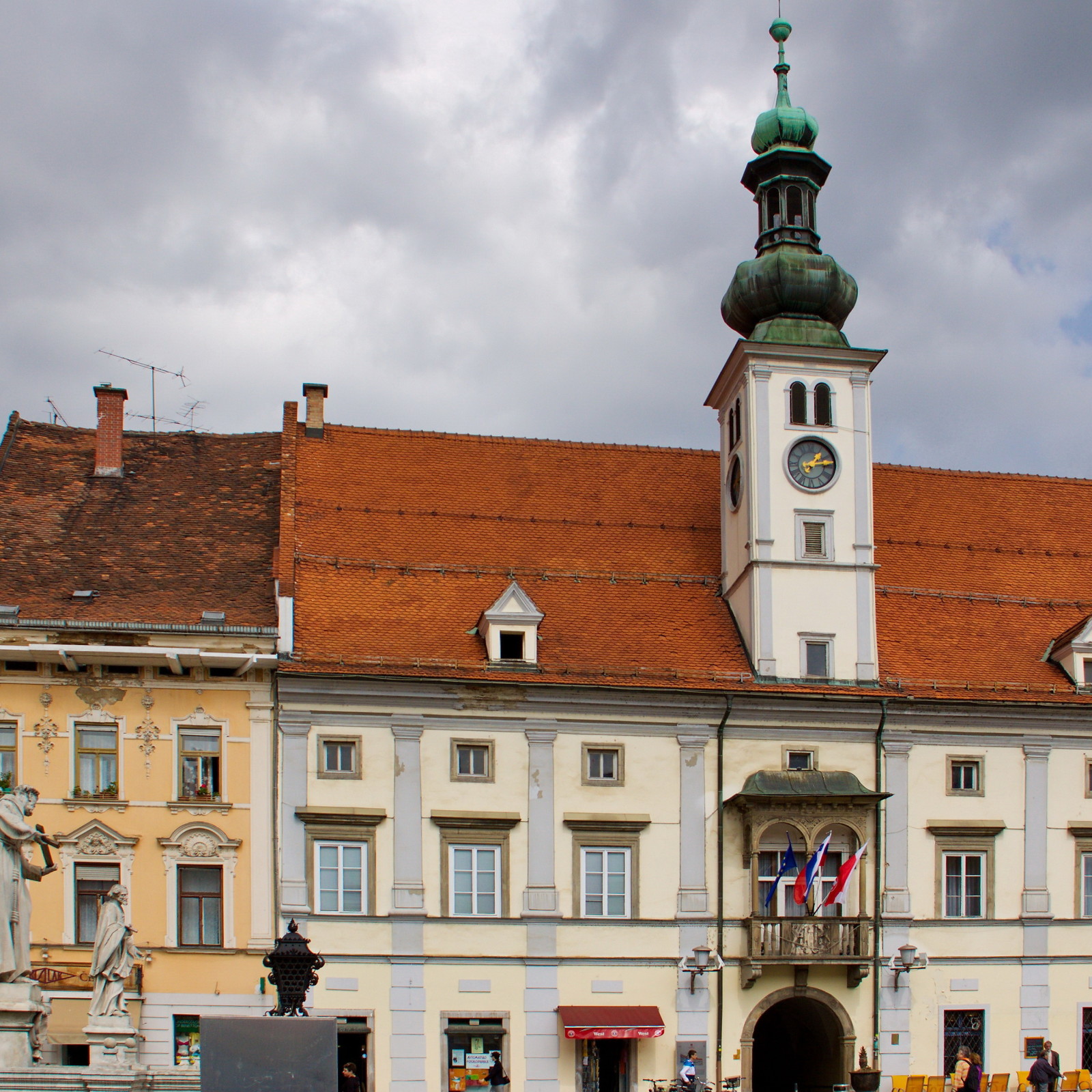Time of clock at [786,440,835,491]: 1:13
